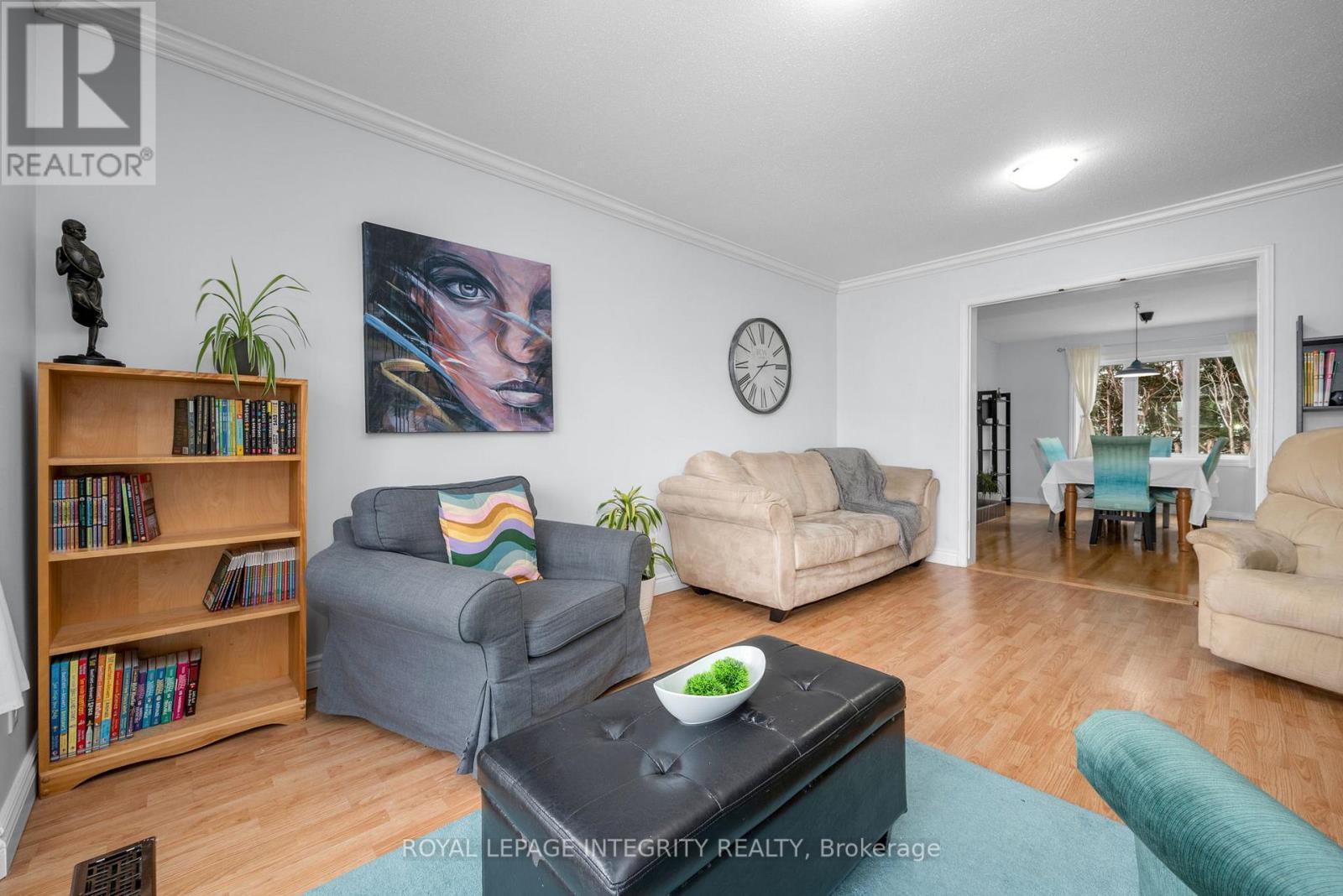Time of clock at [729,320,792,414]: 2:38
